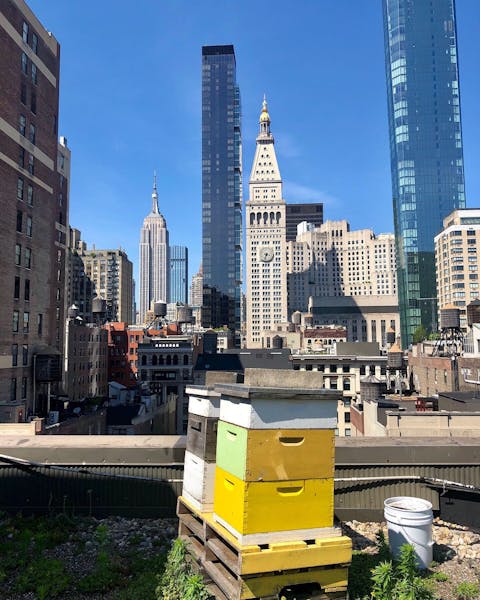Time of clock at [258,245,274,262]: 3:32
